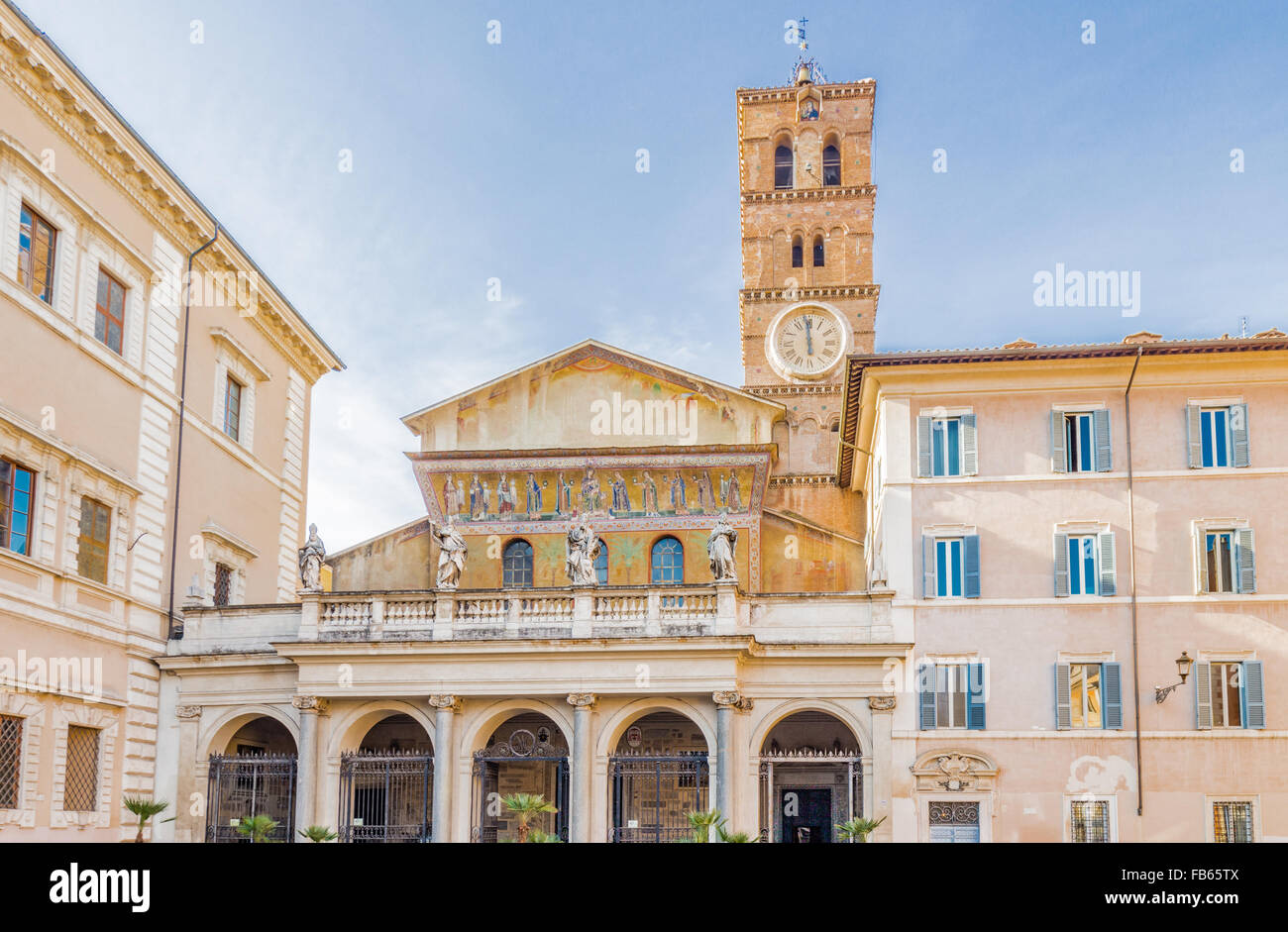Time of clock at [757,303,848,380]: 5:59
